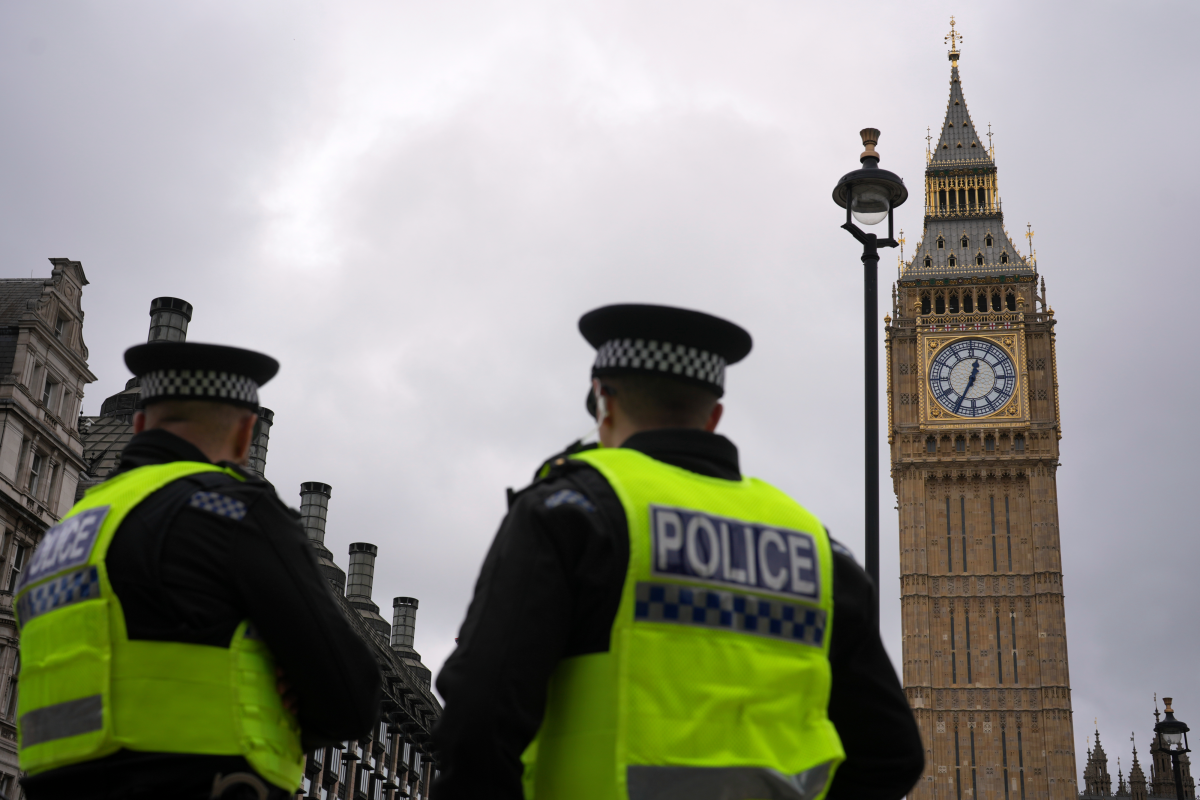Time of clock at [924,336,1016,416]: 12:34
